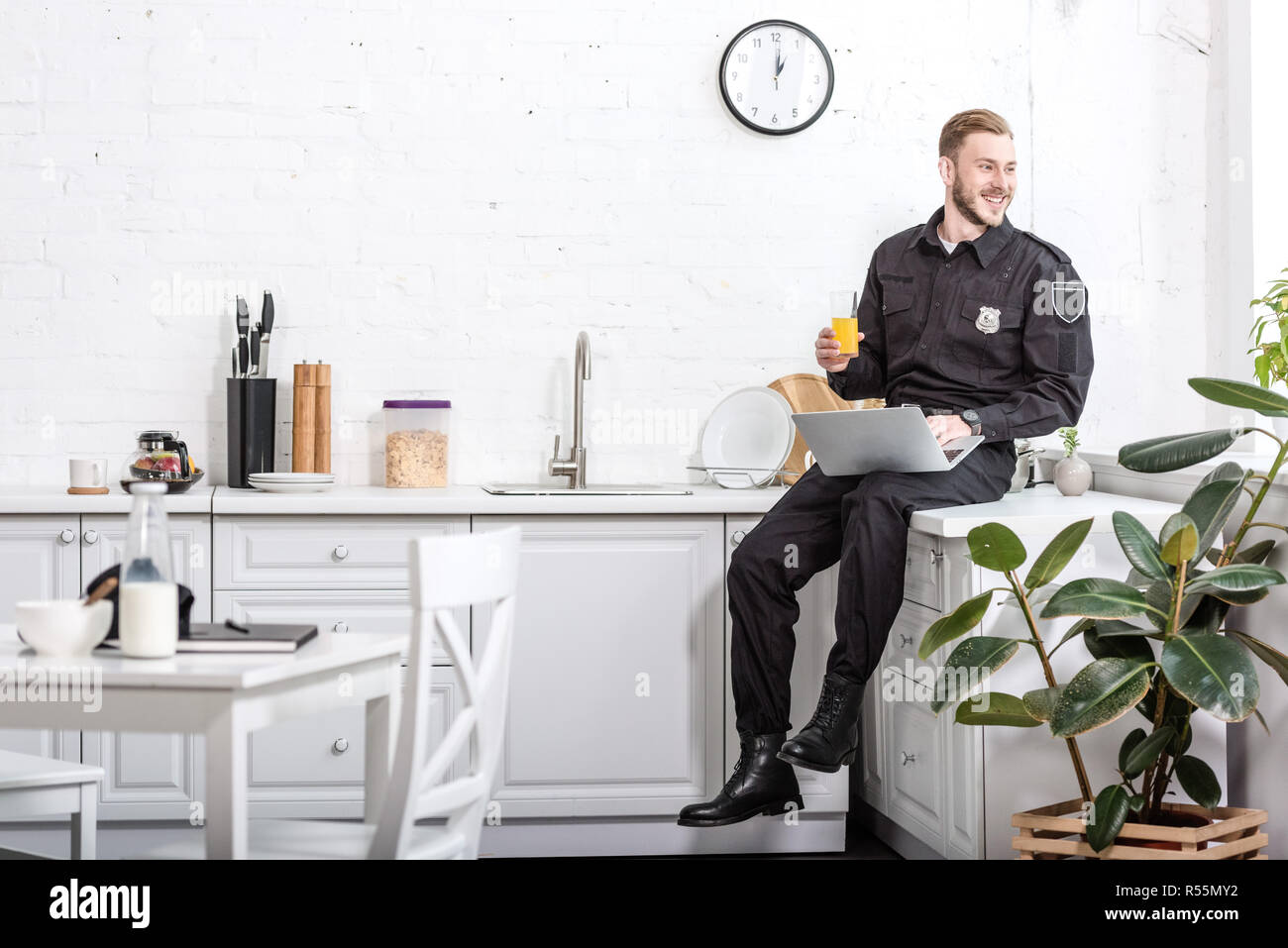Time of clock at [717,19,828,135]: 1:01
